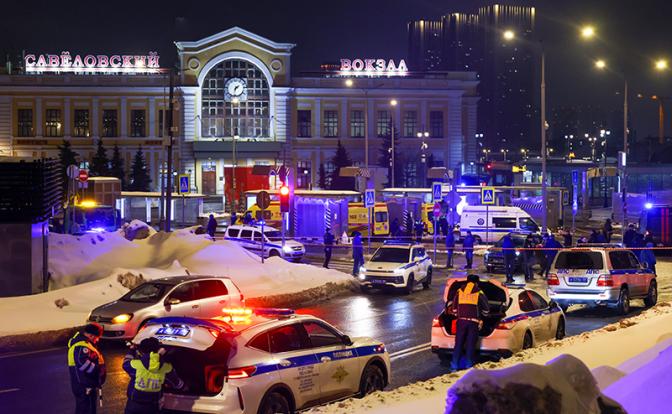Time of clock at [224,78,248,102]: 1:32
